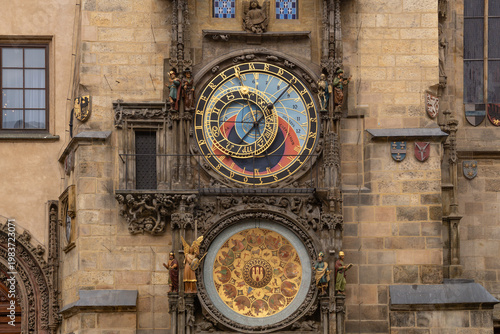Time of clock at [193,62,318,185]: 7:07
